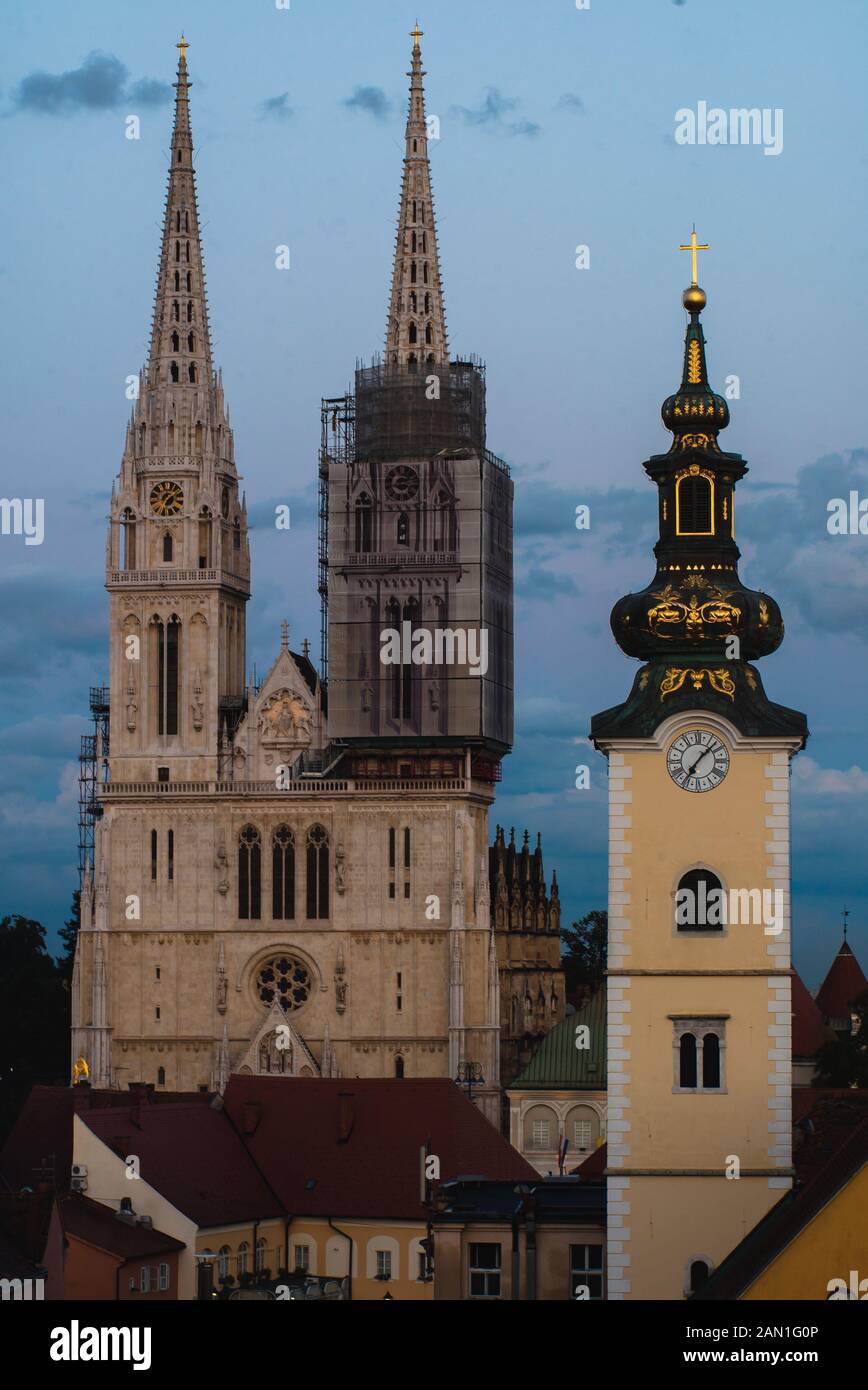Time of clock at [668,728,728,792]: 7:07
